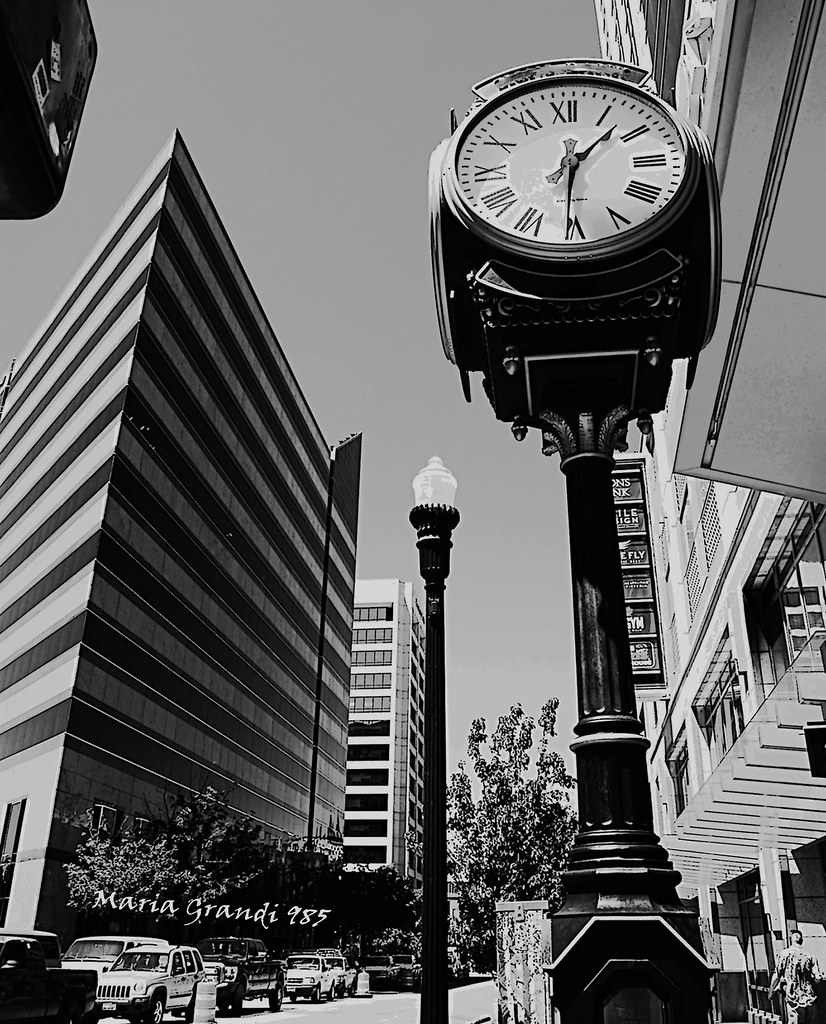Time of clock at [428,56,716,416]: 1:30
